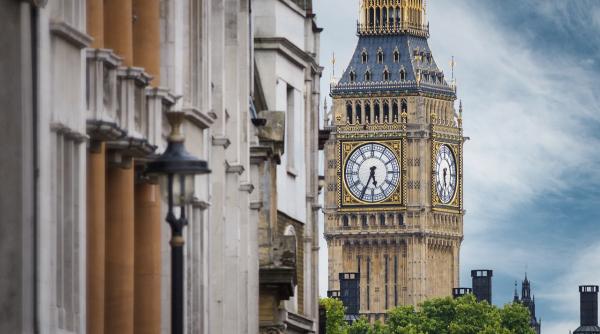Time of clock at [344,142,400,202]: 5:34
